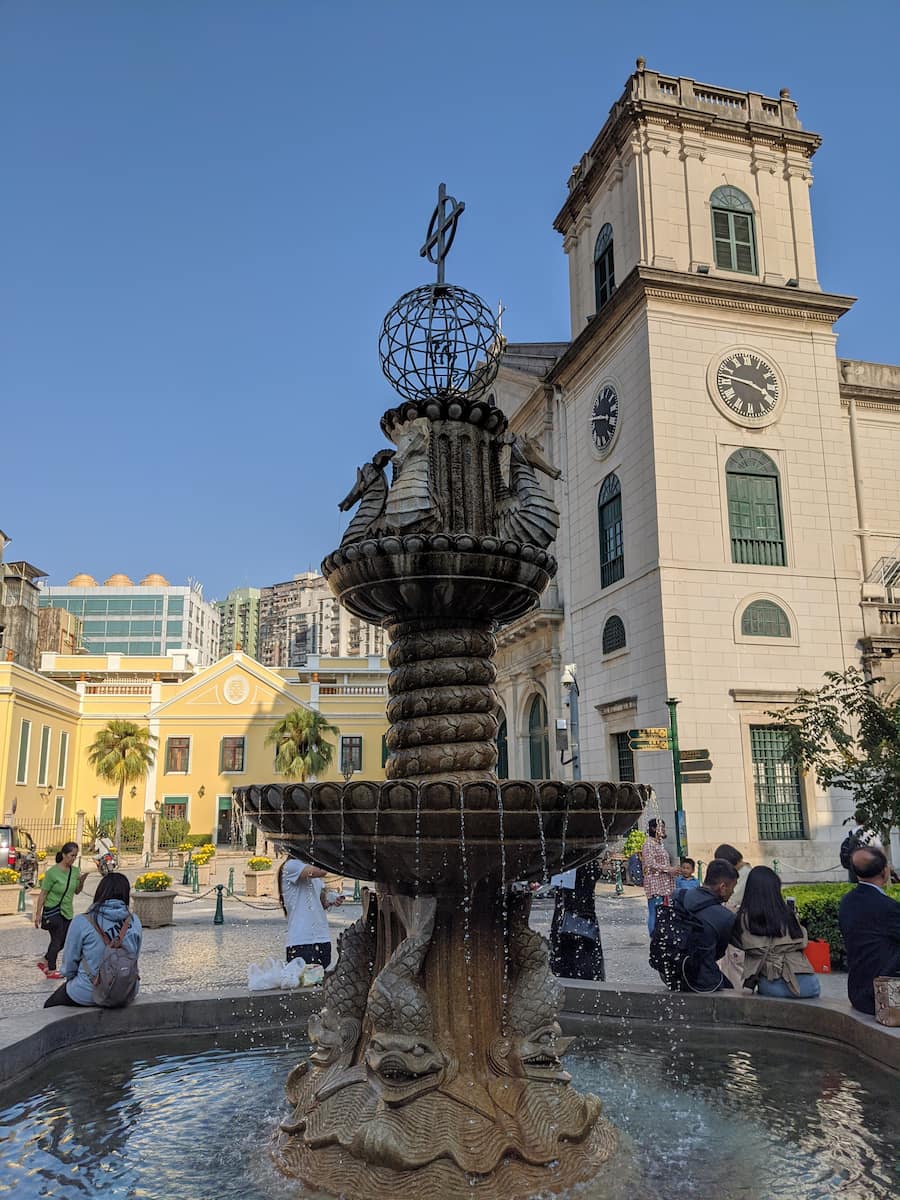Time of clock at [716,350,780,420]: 3:46
